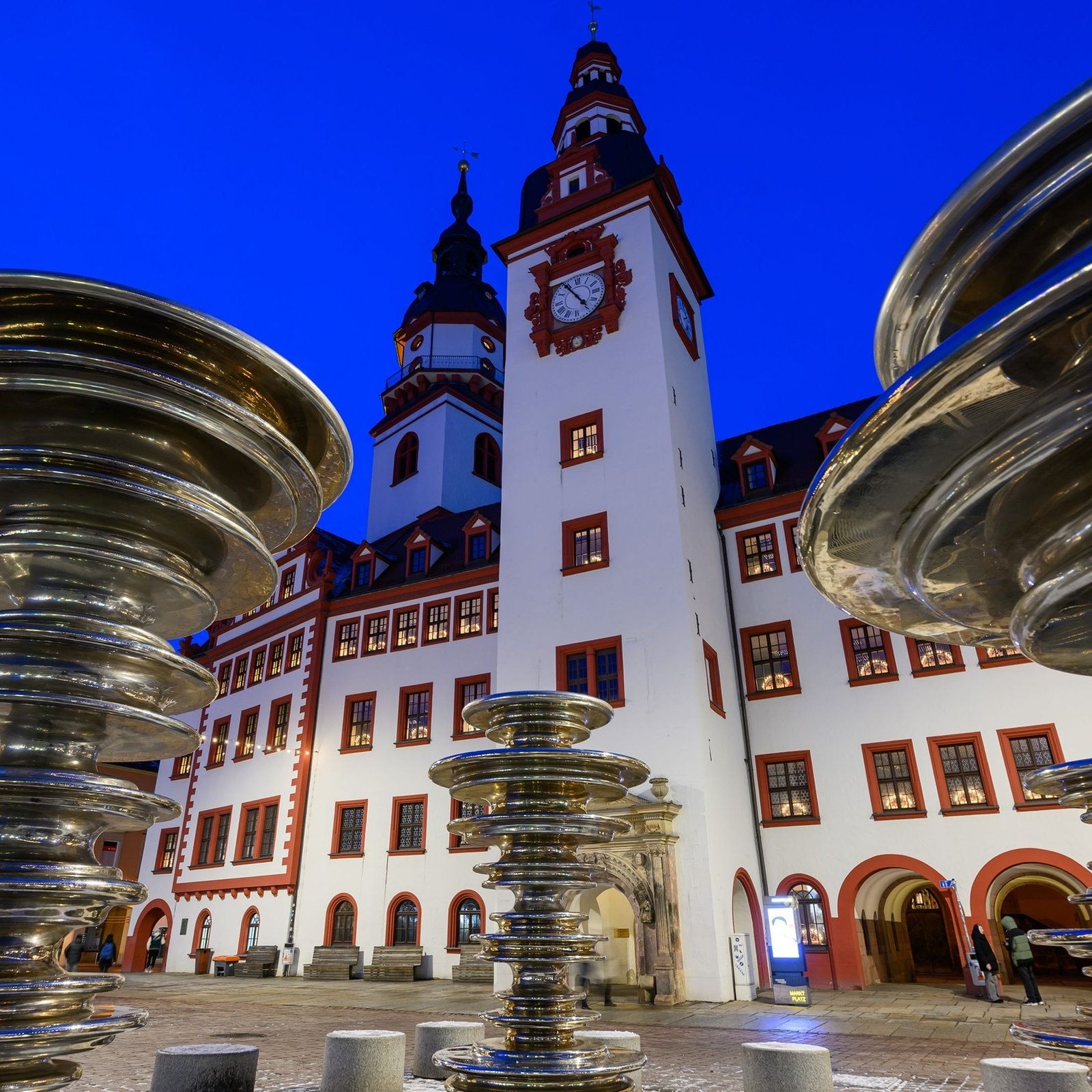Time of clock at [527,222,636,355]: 4:53
